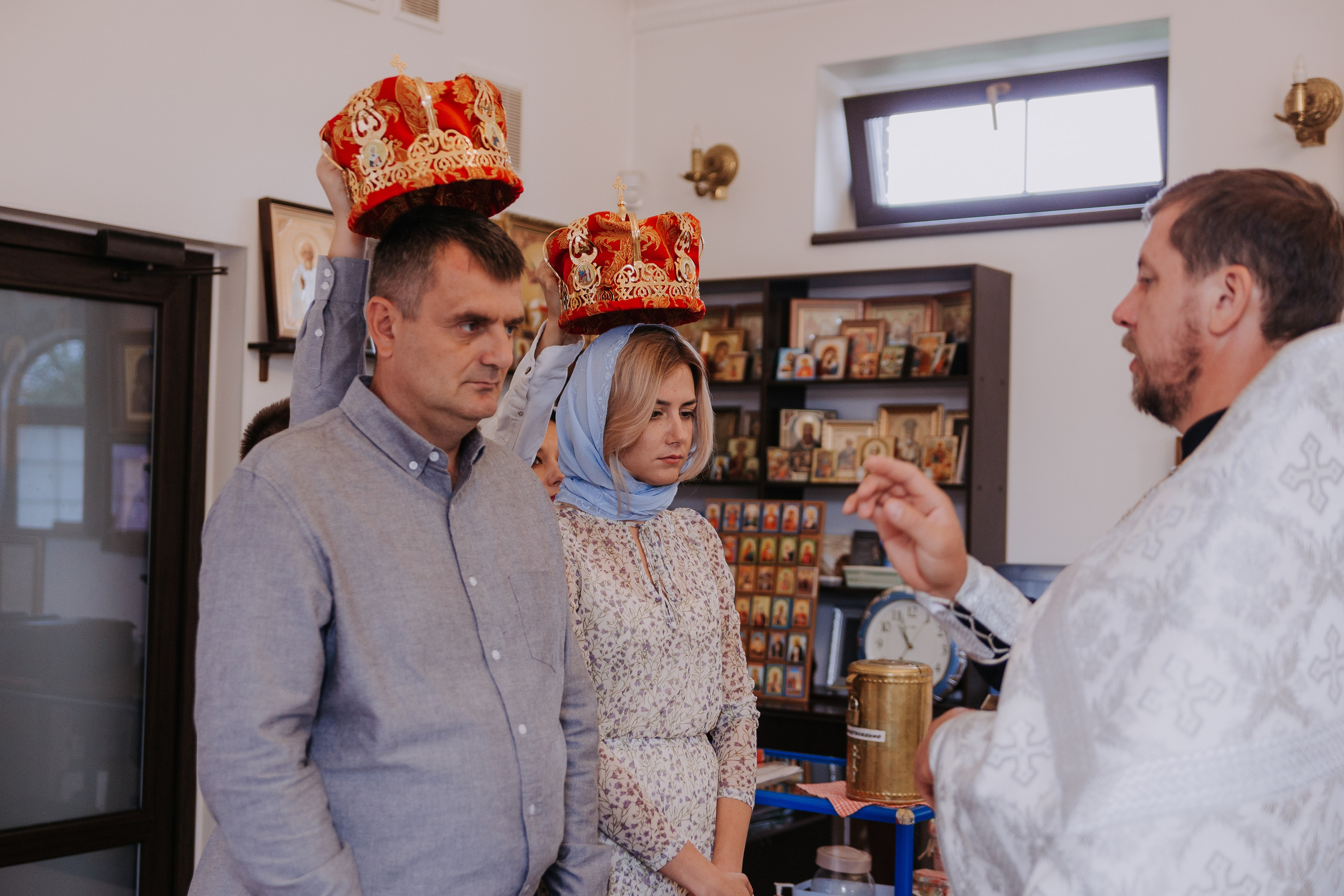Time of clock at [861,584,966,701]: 10:56
